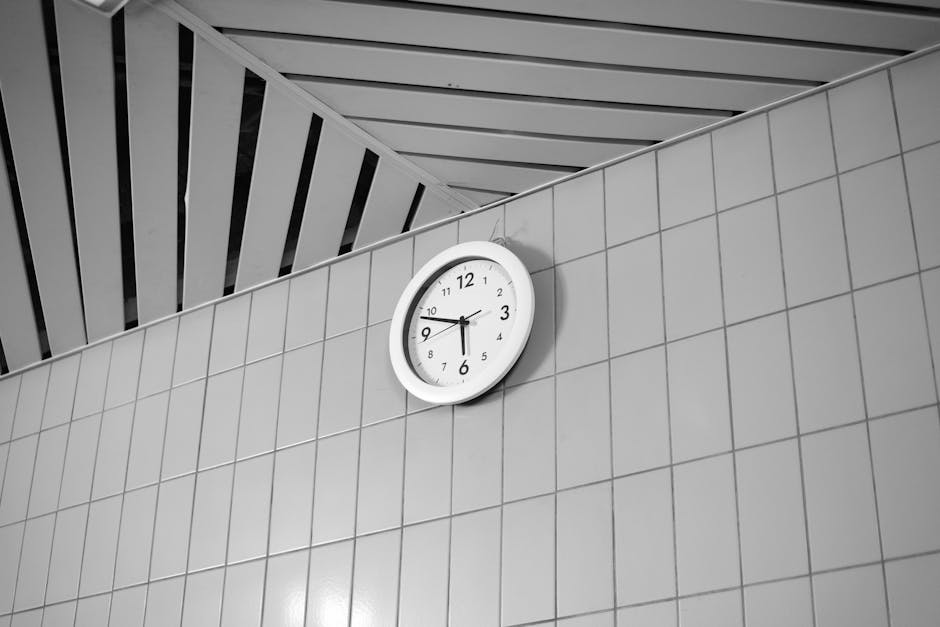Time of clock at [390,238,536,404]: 5:48
